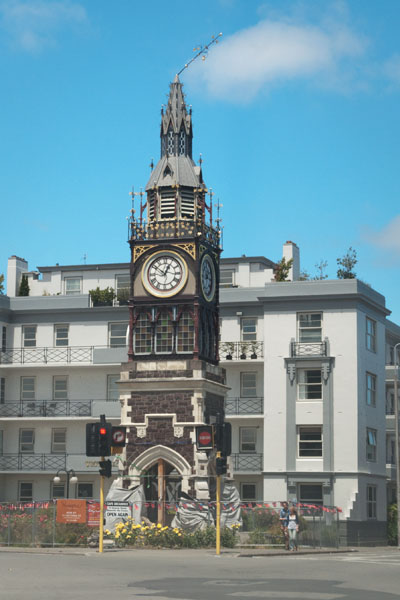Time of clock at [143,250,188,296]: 12:51
